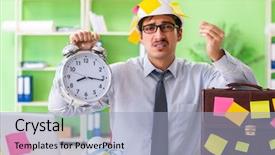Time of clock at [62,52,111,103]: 8:16
